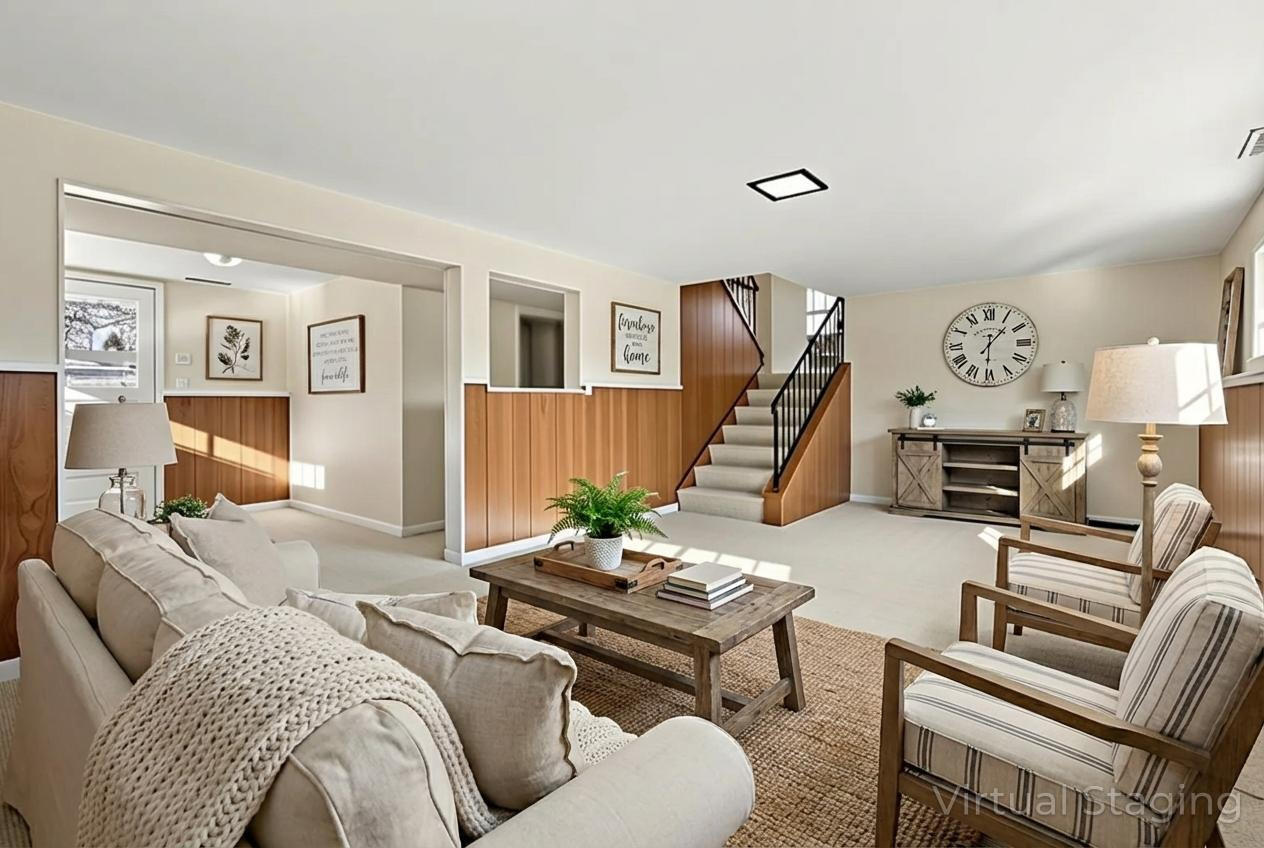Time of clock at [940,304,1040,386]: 1:30
